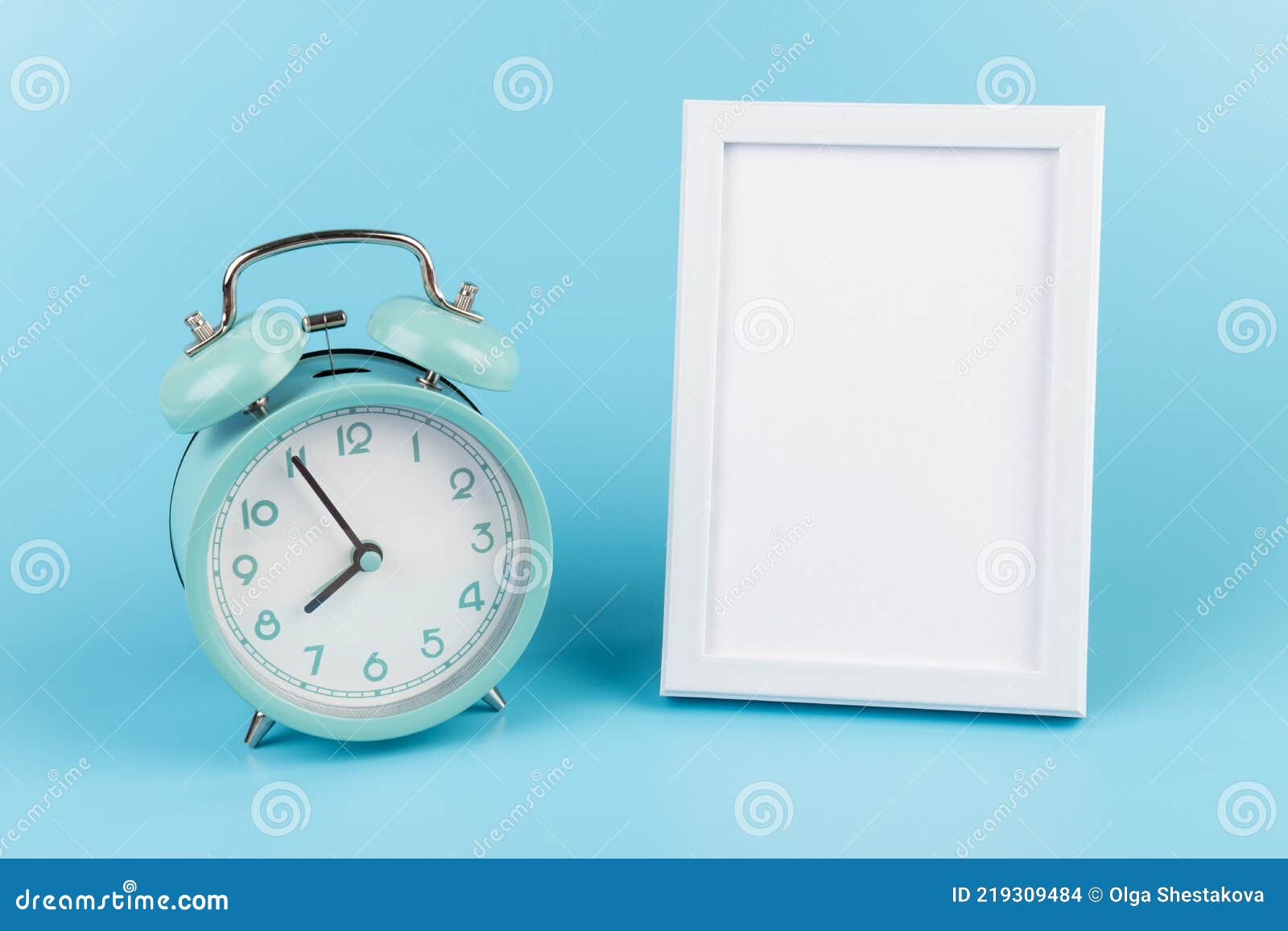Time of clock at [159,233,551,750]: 7:55
